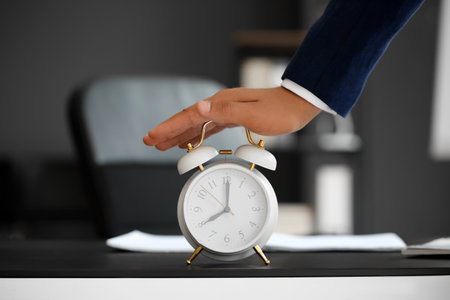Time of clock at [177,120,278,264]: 8:00
